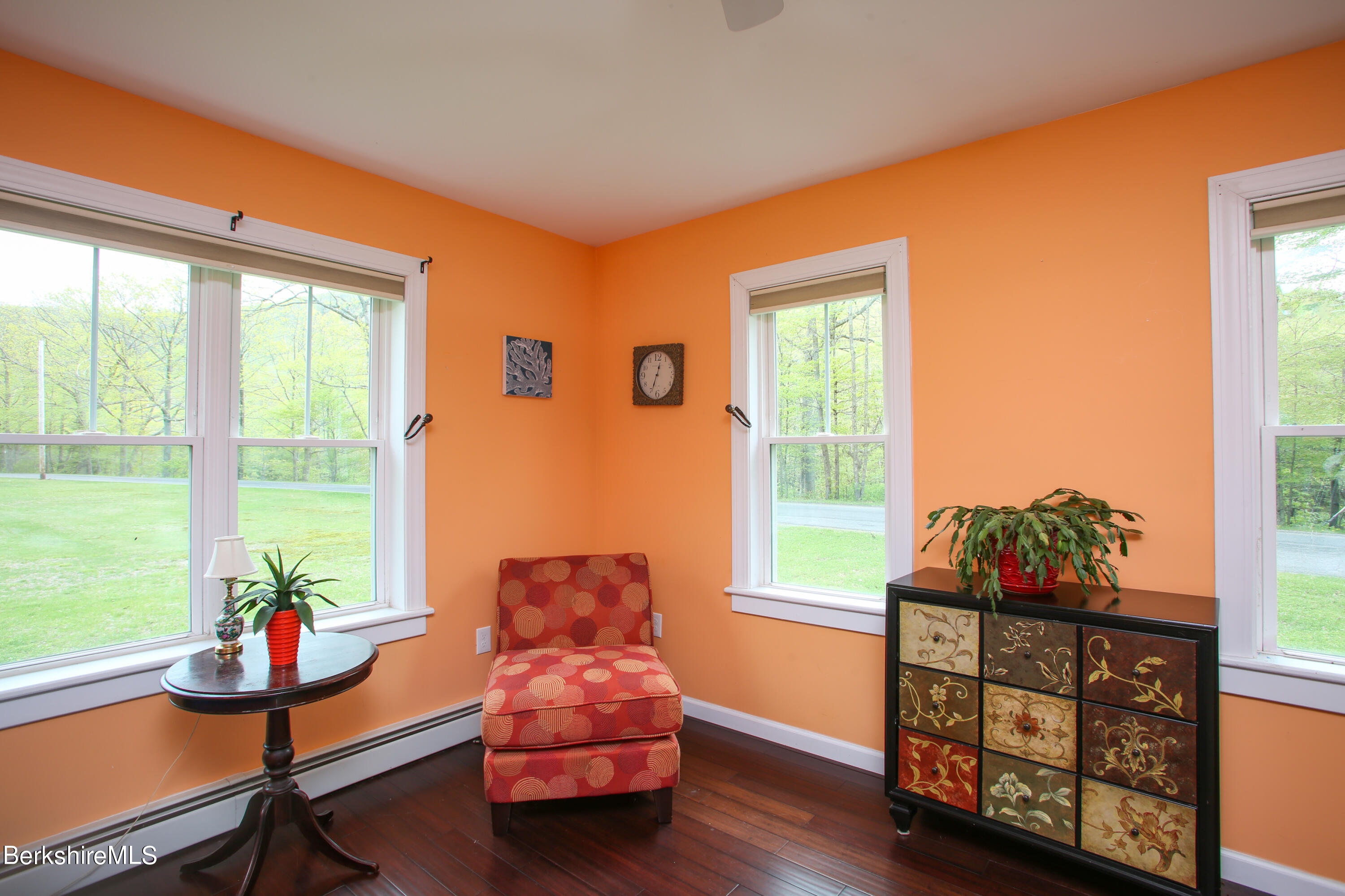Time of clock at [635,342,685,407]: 12:33
